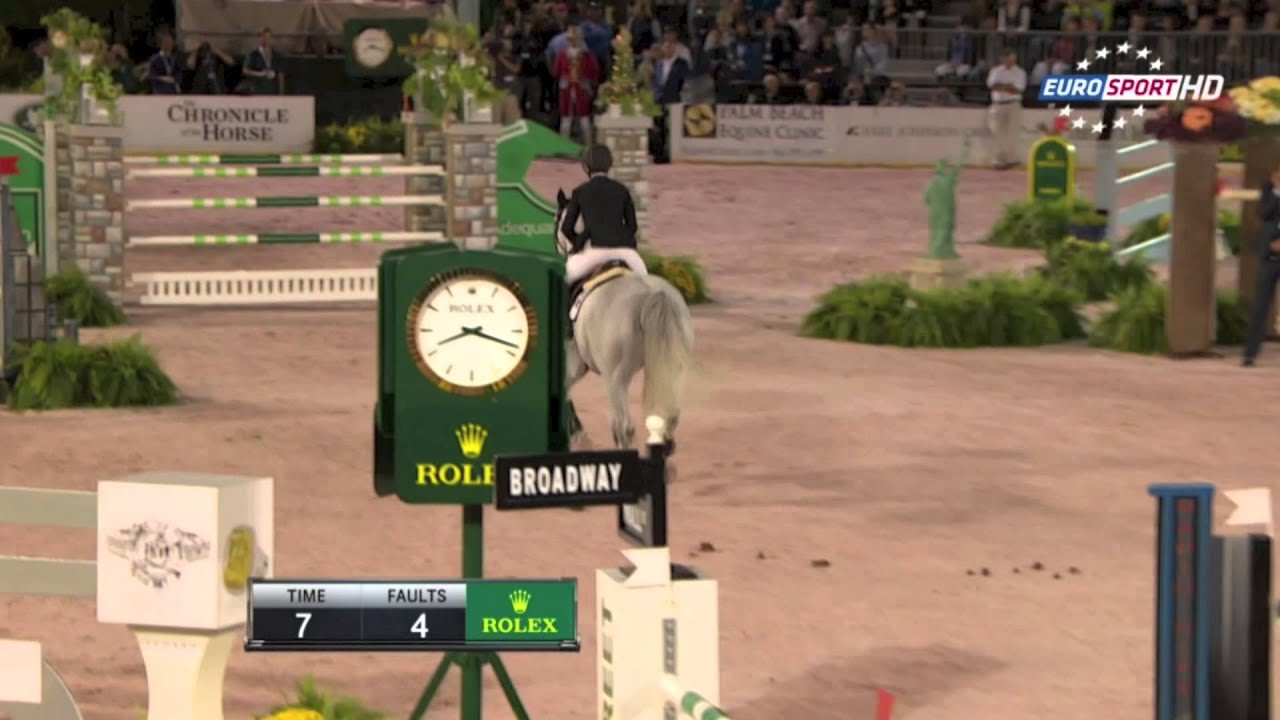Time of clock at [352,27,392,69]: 8:18
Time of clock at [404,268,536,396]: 8:18
